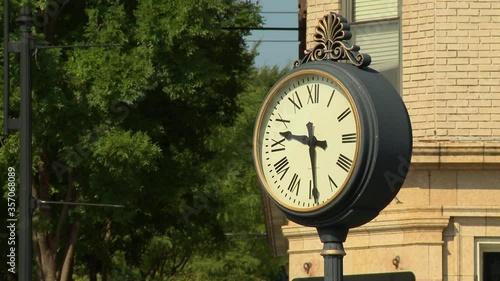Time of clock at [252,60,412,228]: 9:29
